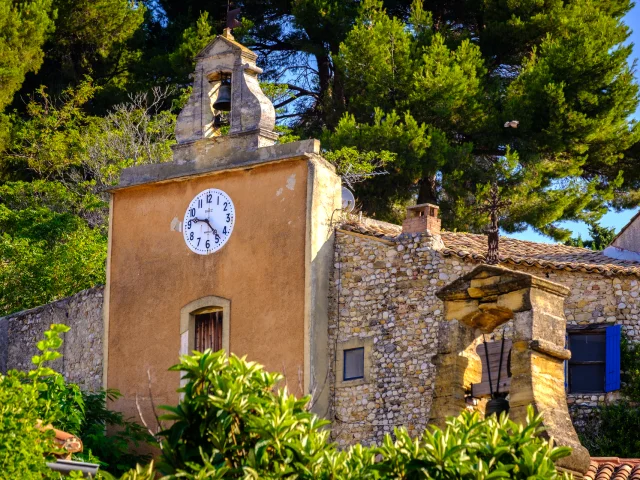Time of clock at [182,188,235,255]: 9:23
